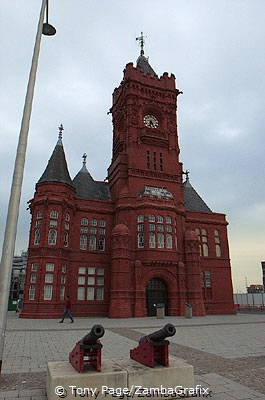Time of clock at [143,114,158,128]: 6:25
